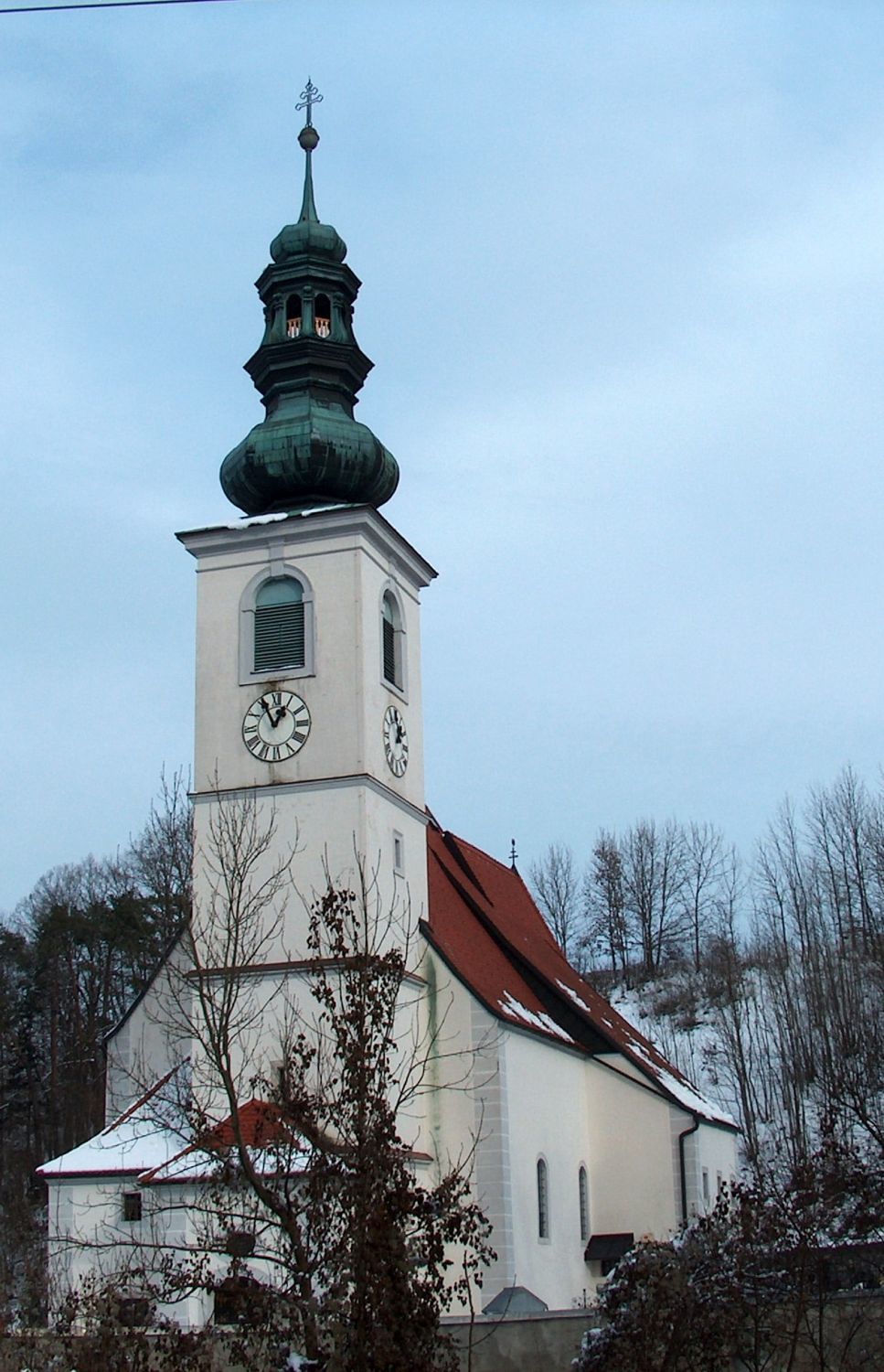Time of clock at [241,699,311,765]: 12:55
